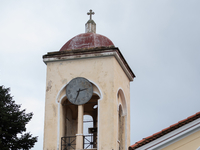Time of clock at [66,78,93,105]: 2:33
